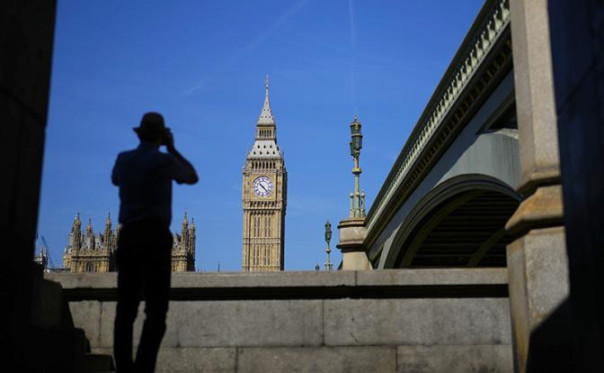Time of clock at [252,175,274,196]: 10:22
